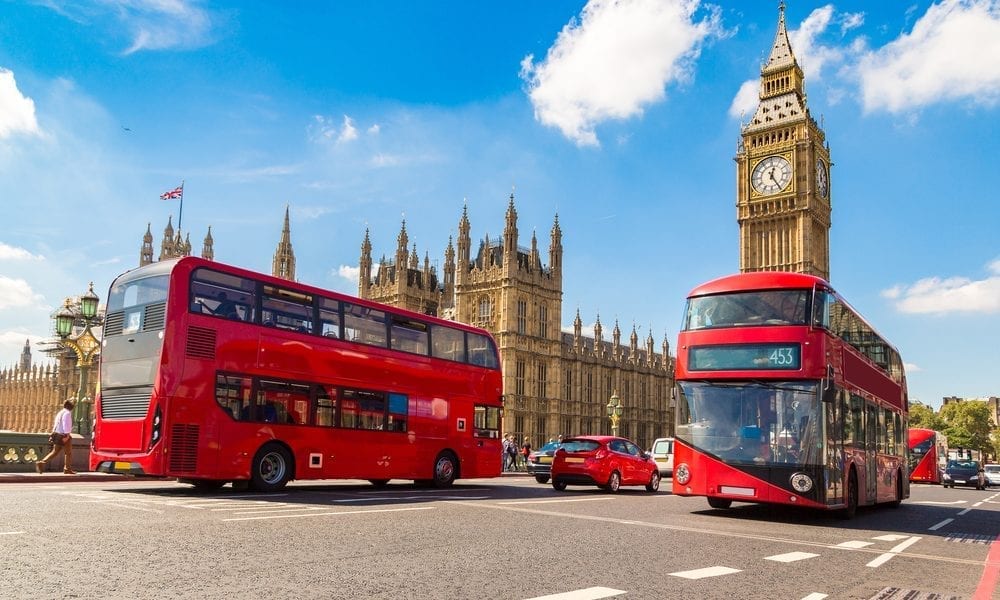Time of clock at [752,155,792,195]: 12:24
